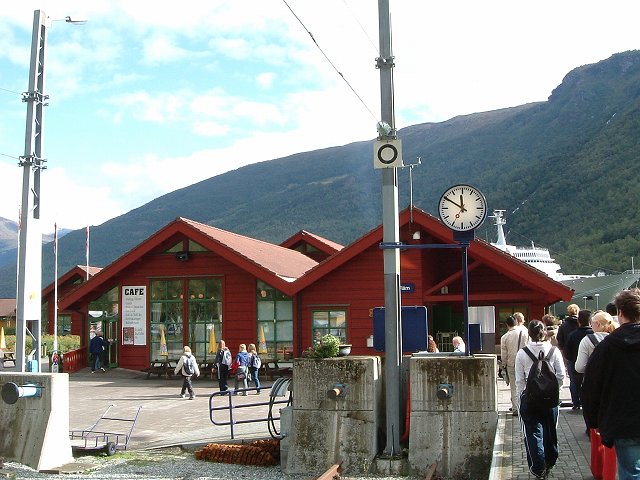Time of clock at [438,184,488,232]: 11:50
